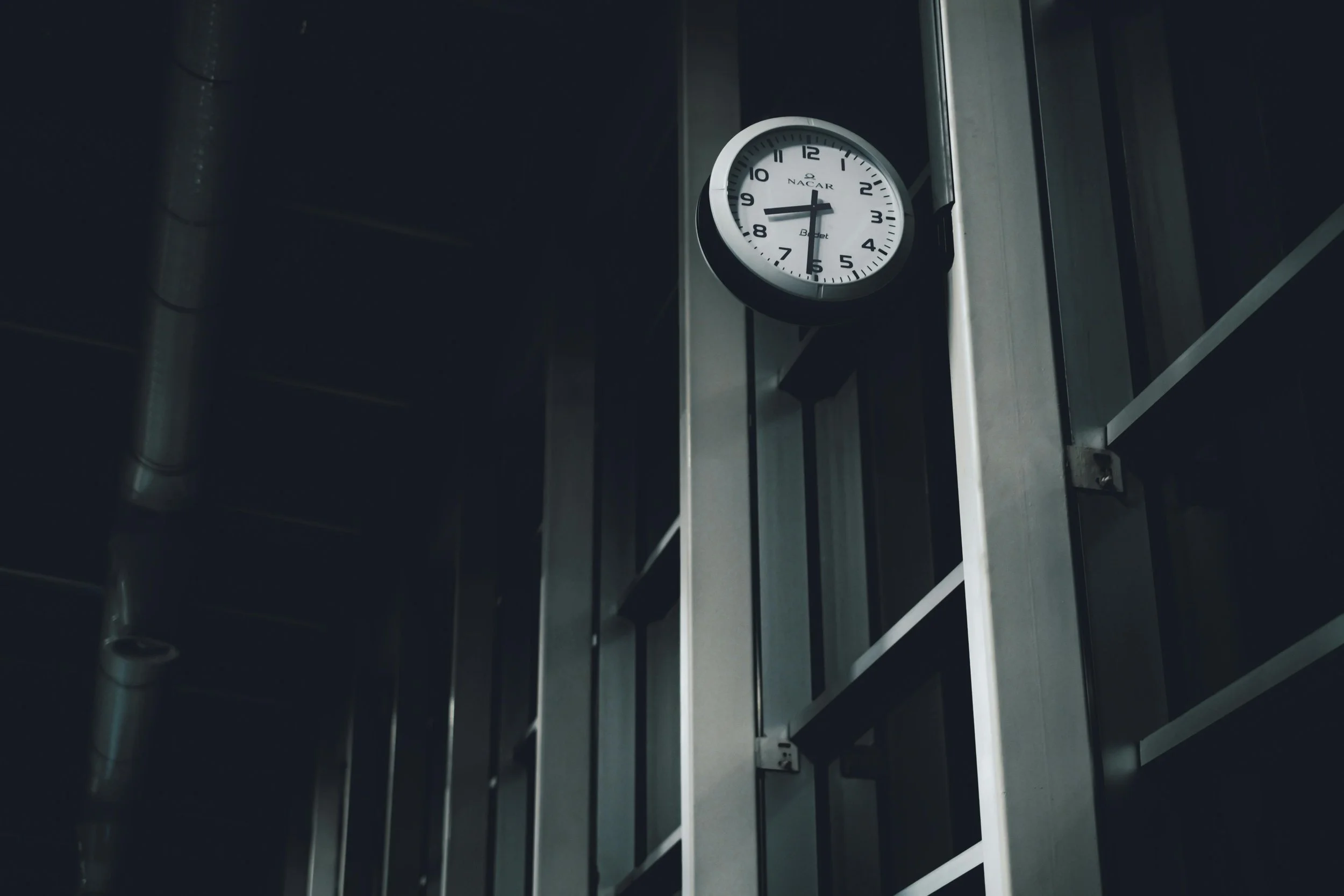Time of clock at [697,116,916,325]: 8:30
